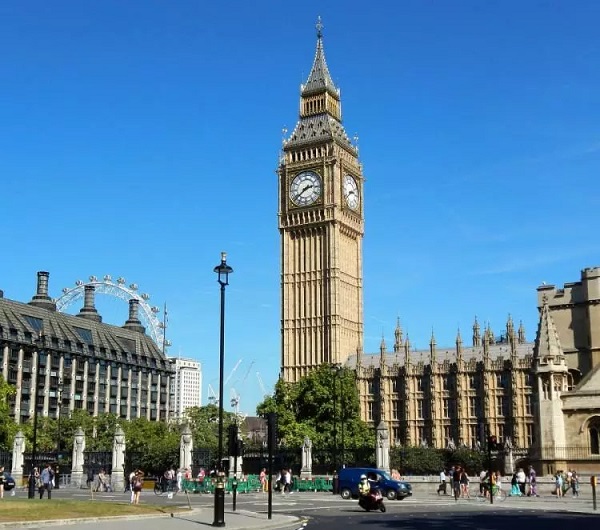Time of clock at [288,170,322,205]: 2:38
